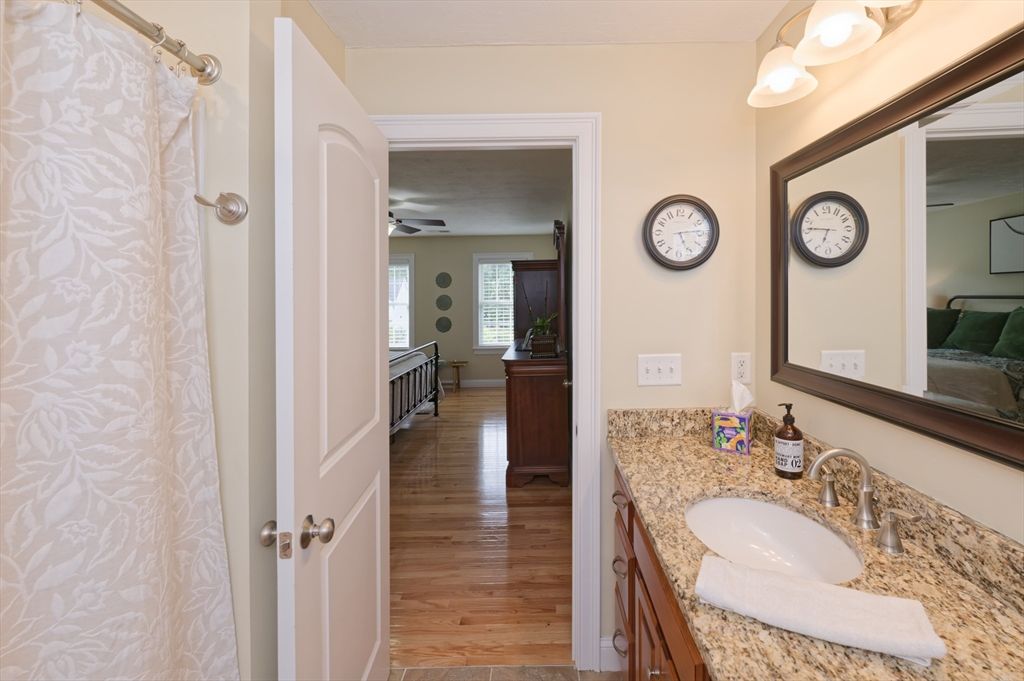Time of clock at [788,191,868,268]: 6:46
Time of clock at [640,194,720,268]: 5:13
